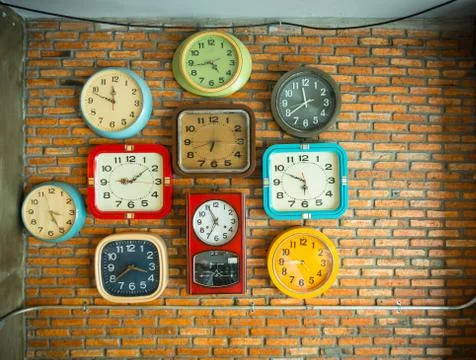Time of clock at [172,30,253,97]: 4:43
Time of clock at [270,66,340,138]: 11:39
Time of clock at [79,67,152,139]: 11:48
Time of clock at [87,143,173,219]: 9:08
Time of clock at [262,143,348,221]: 5:49
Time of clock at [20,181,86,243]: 3:25
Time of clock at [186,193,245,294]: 6:55
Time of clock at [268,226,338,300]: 8:45
